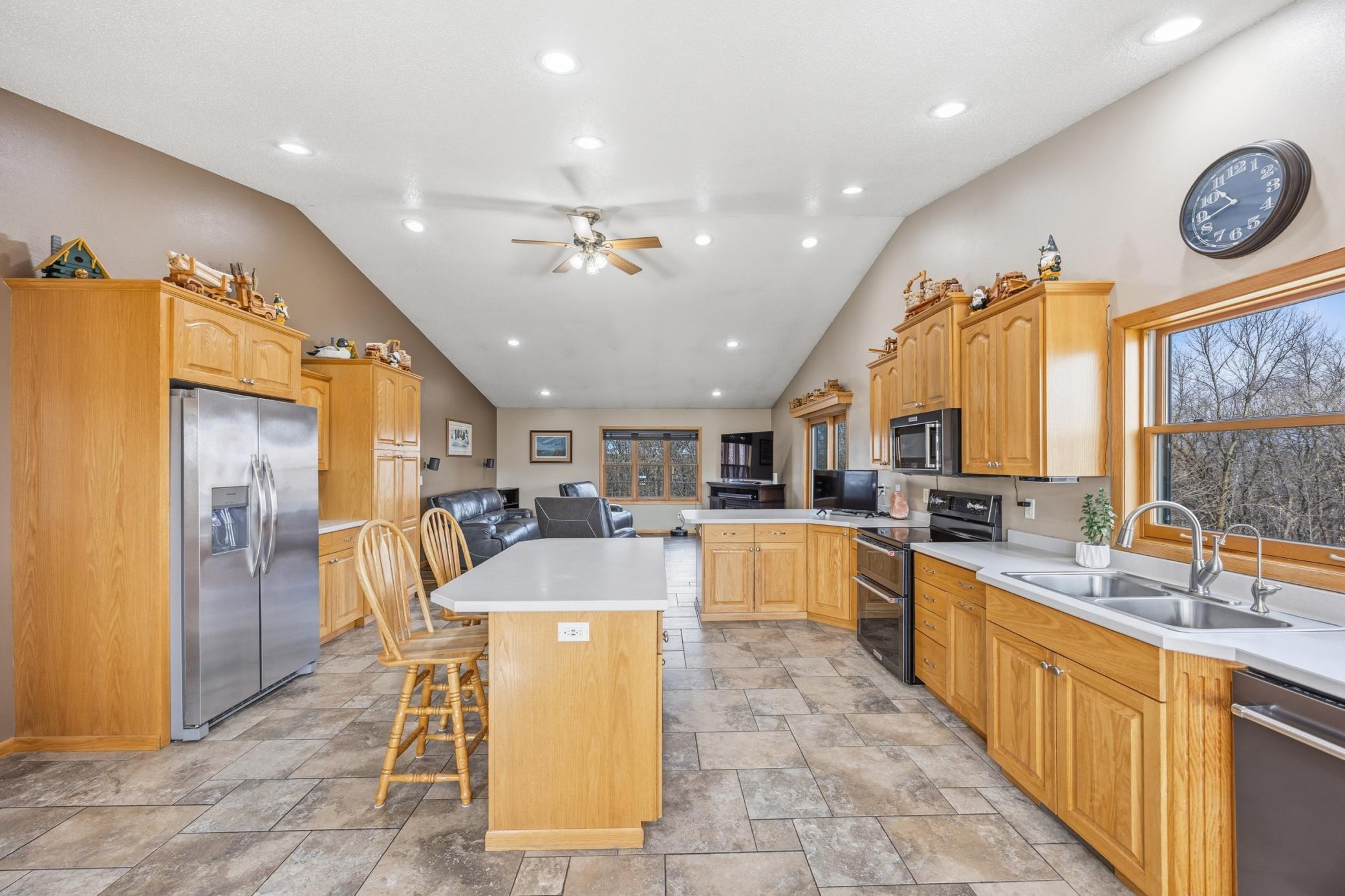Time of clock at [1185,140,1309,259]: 10:42
